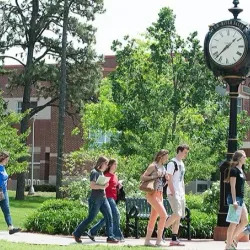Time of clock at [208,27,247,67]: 1:37
